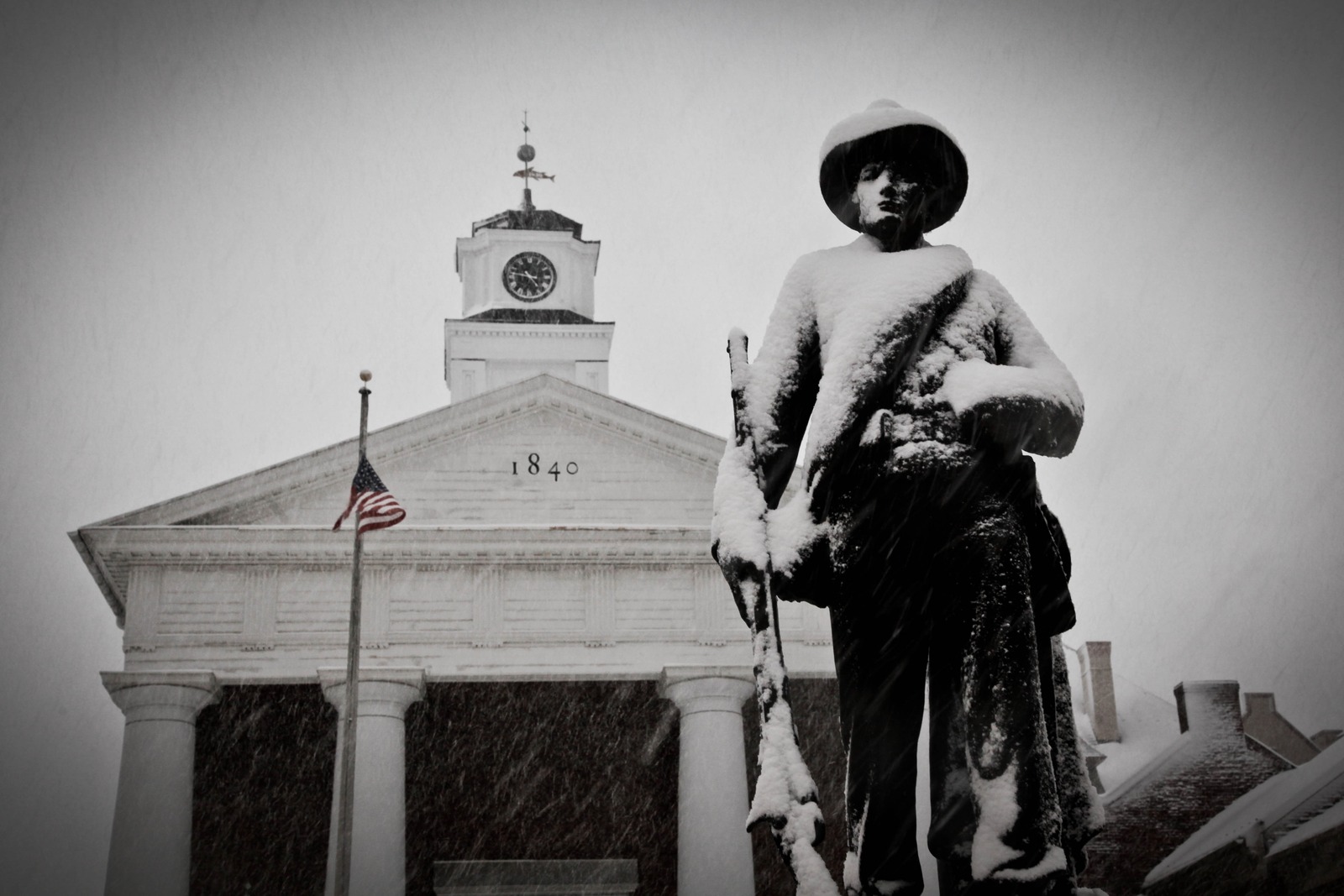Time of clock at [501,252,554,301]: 4:46
